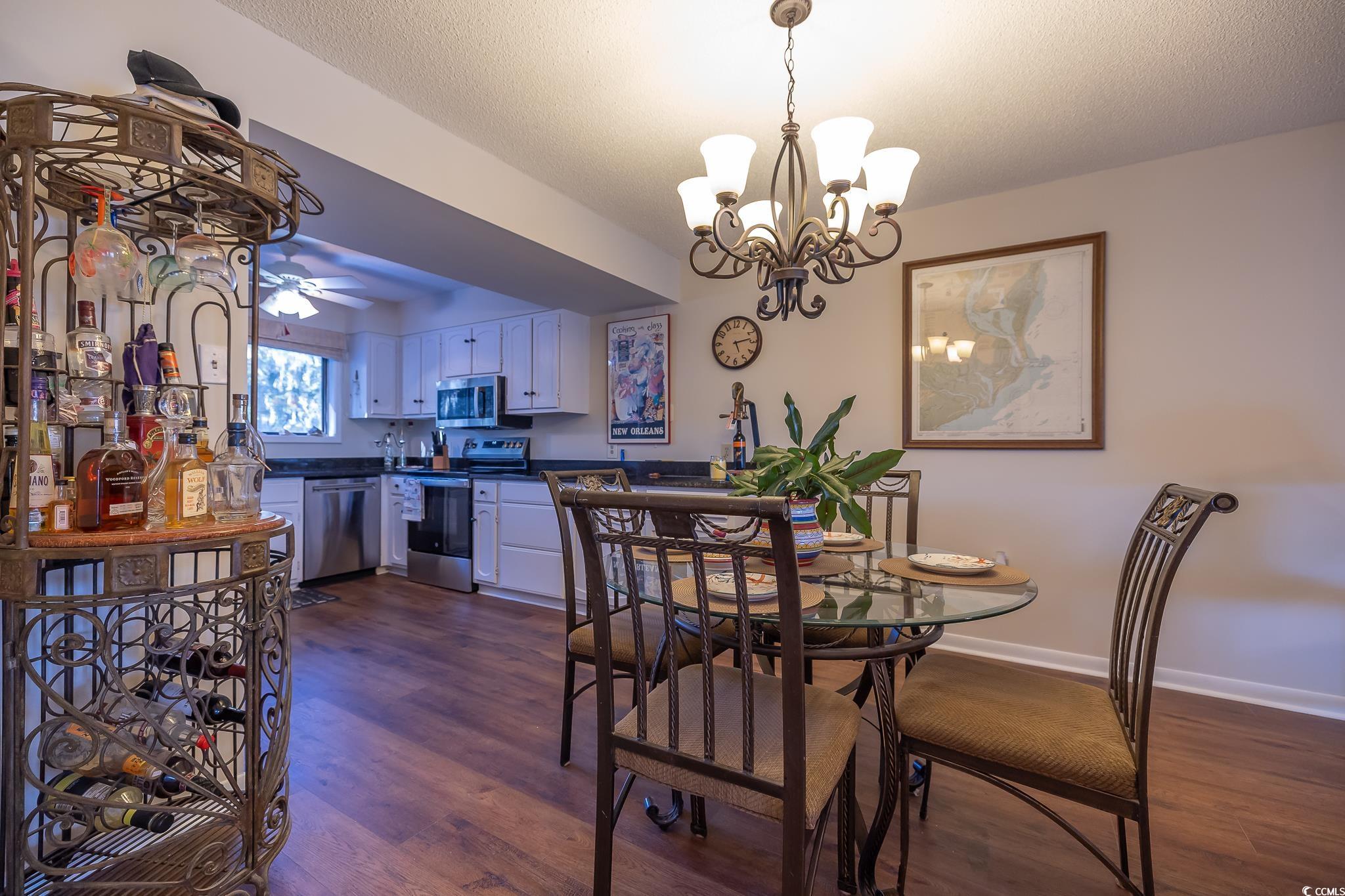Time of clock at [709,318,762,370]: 5:13
